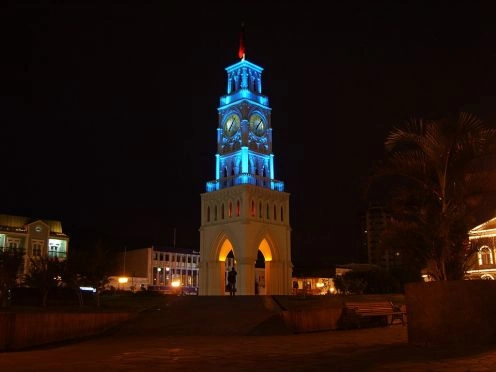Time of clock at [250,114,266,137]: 7:07
